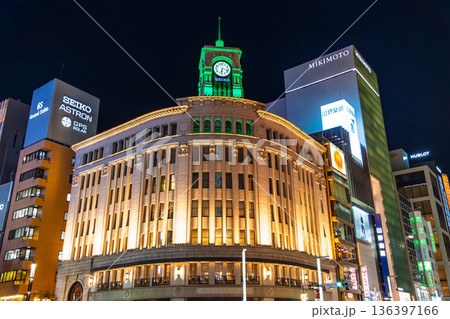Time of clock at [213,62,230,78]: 6:17
